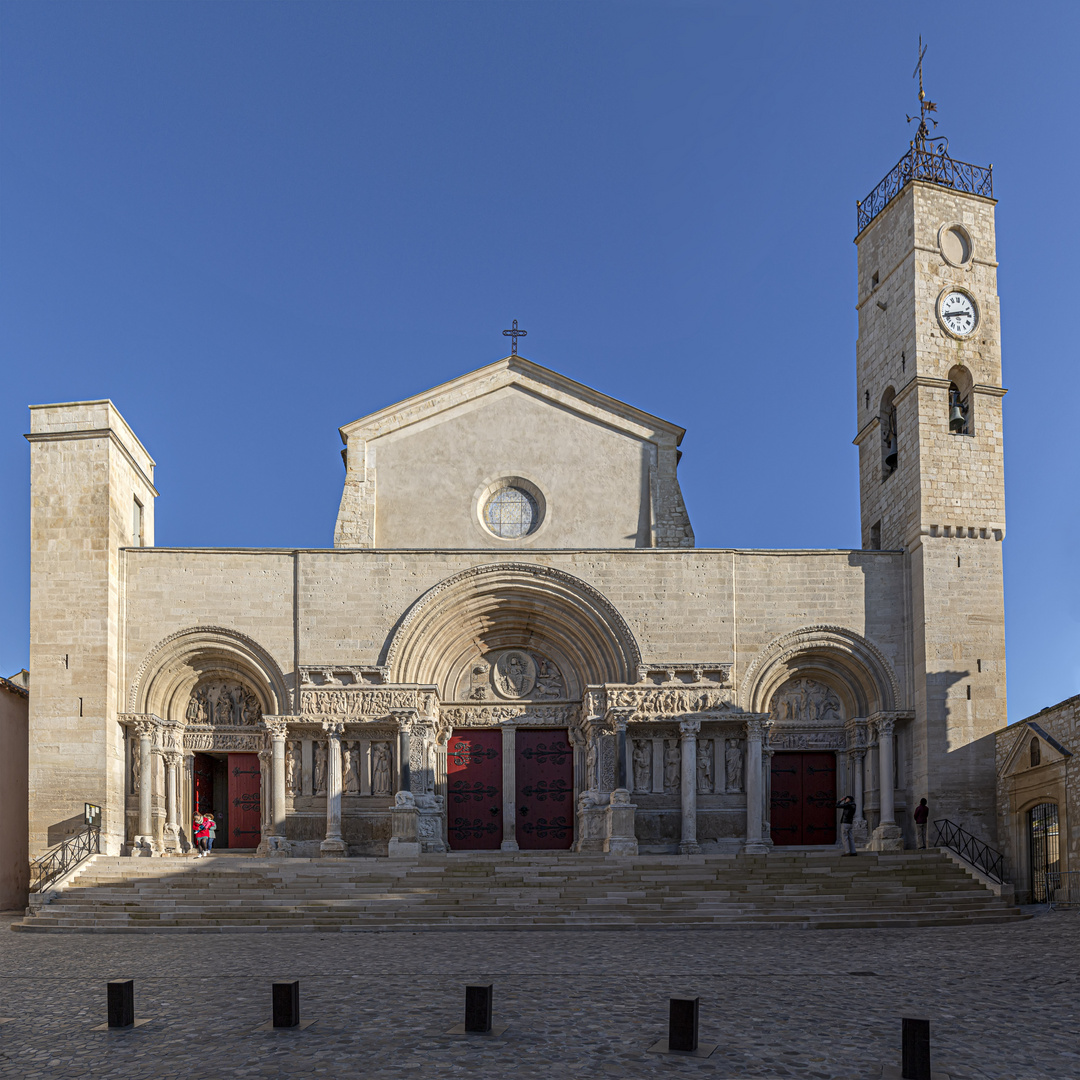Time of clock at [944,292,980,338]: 2:42
